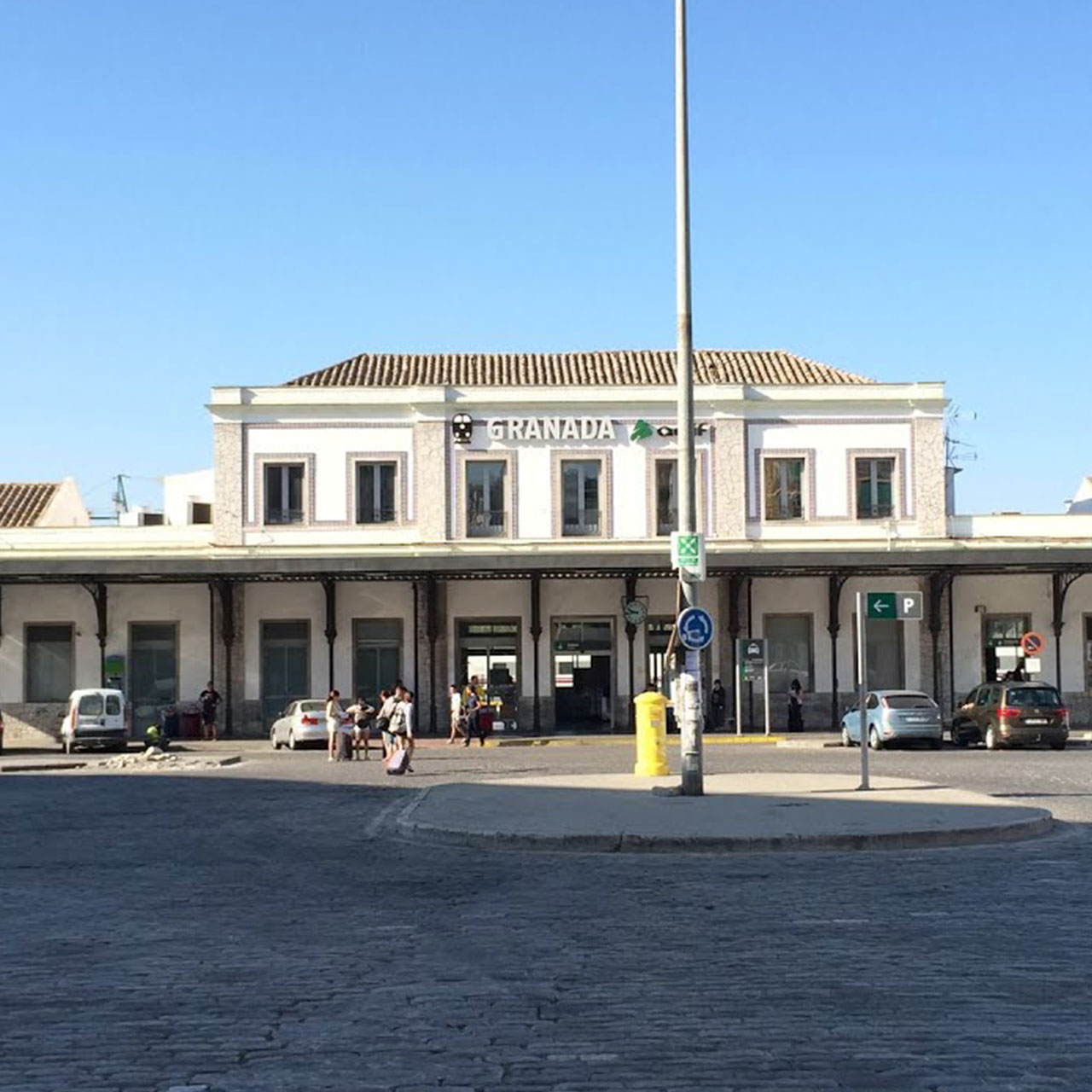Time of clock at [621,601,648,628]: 9:42
